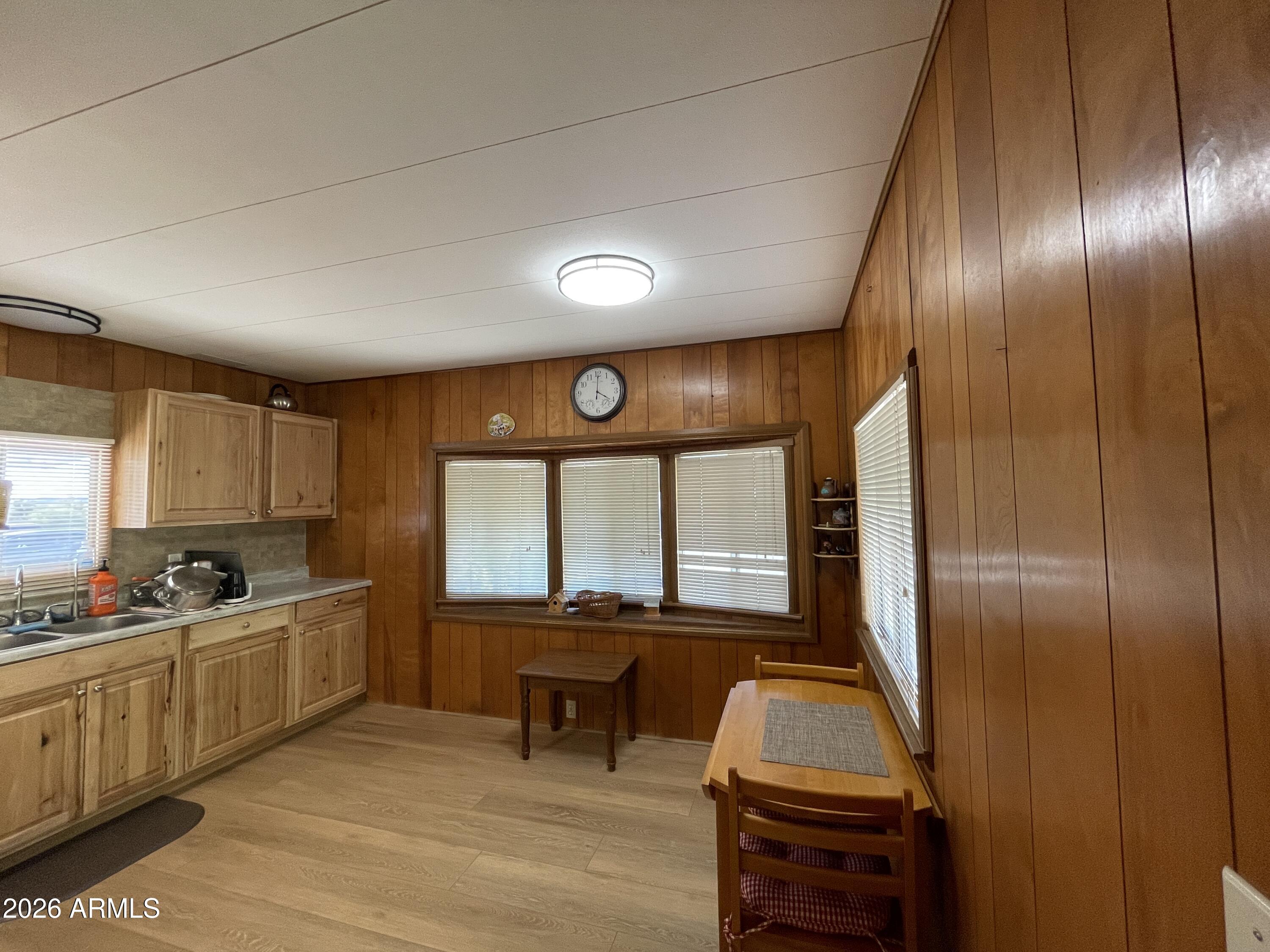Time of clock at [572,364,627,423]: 4:00
